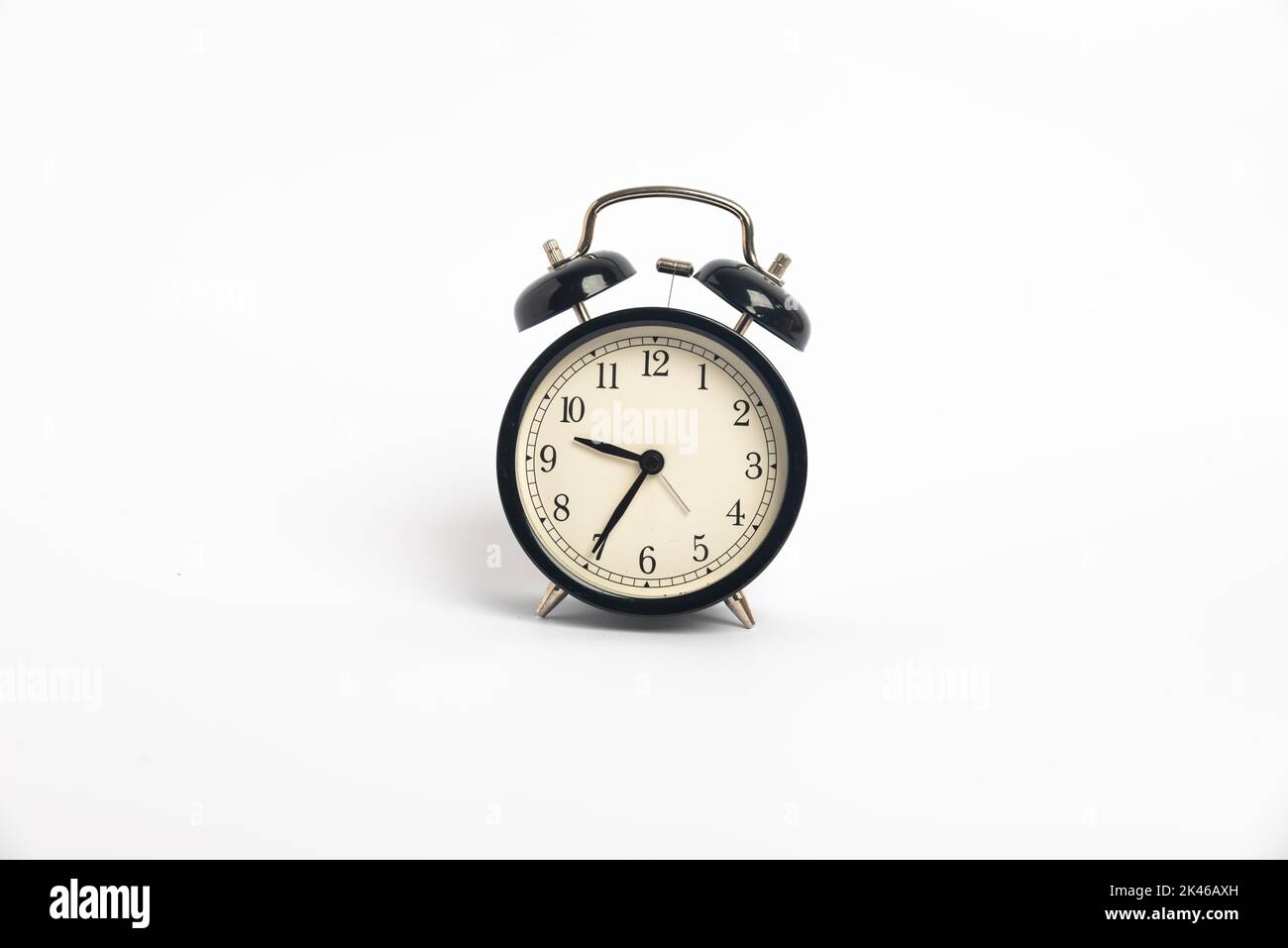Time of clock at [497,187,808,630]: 9:35
